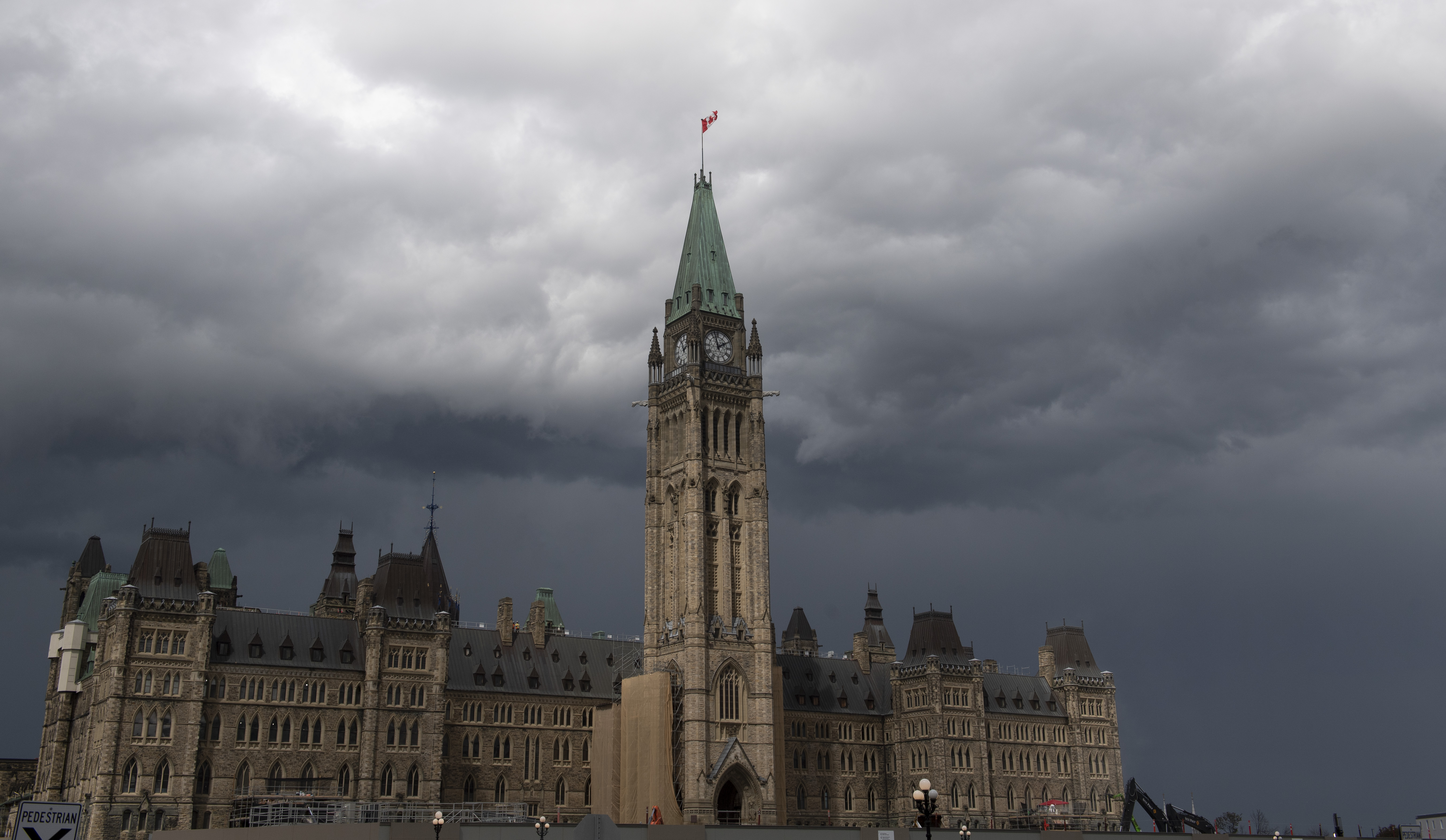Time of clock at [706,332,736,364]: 1:56
